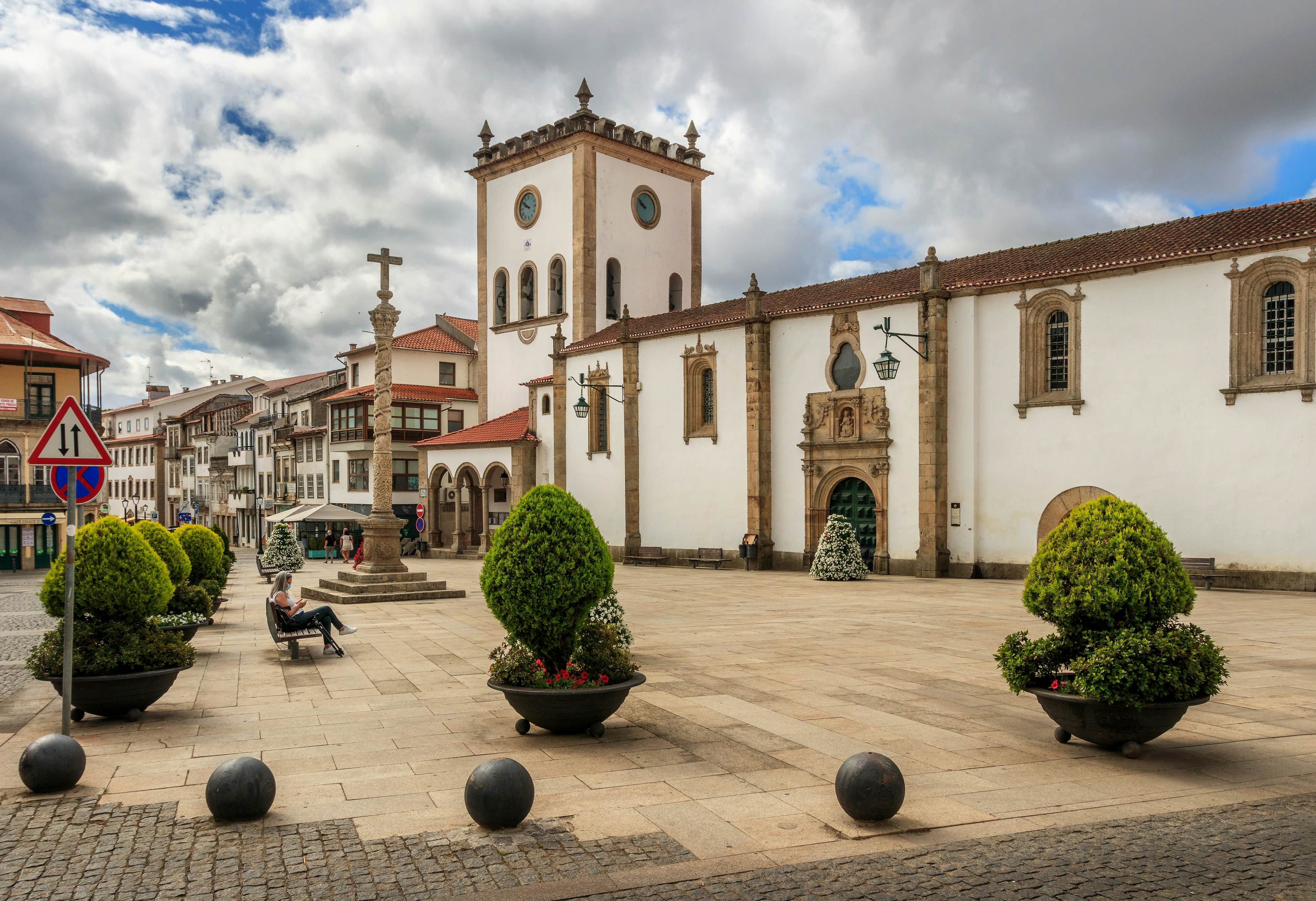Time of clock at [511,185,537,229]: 9:51
